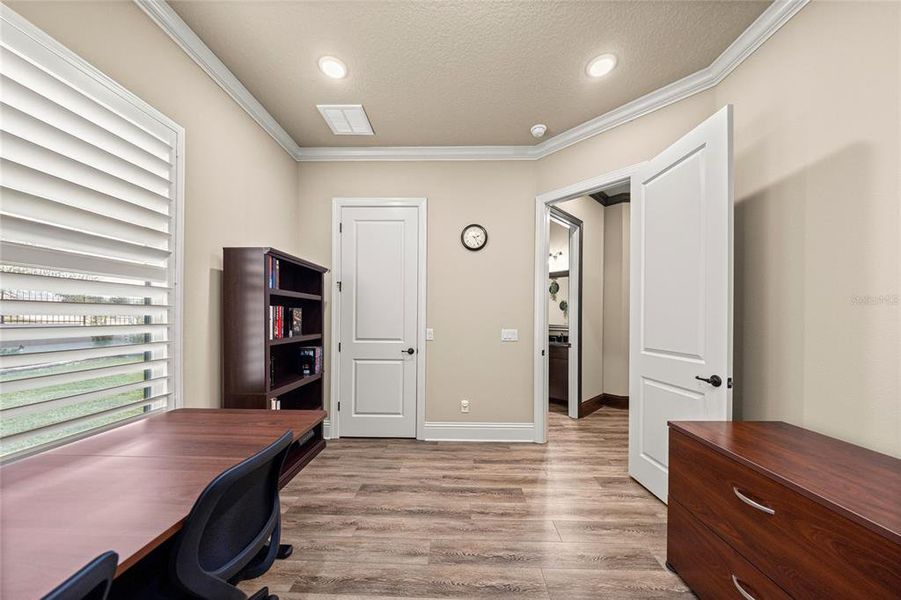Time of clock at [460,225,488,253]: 2:25
